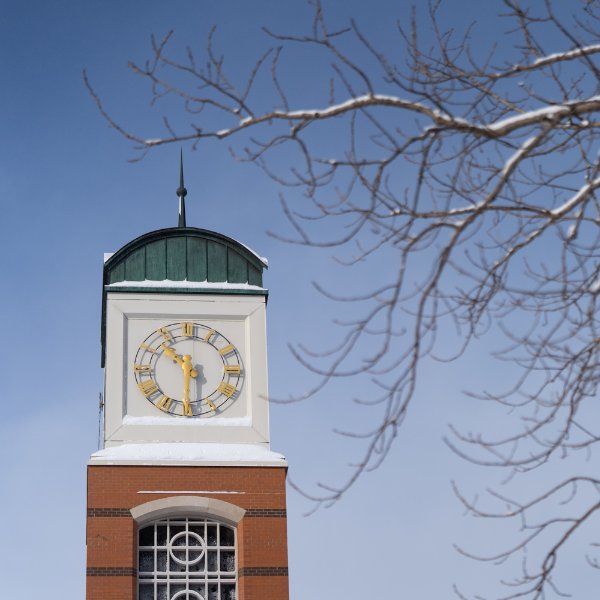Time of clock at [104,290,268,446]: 10:30
